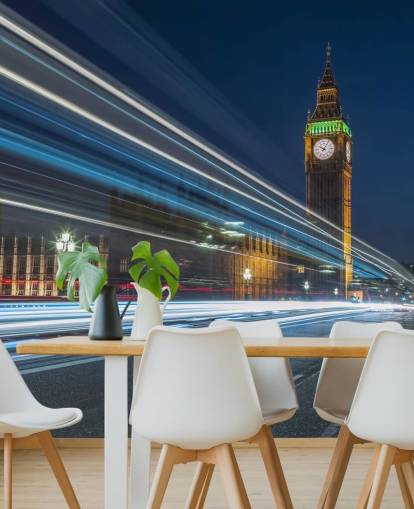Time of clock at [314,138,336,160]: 10:05
